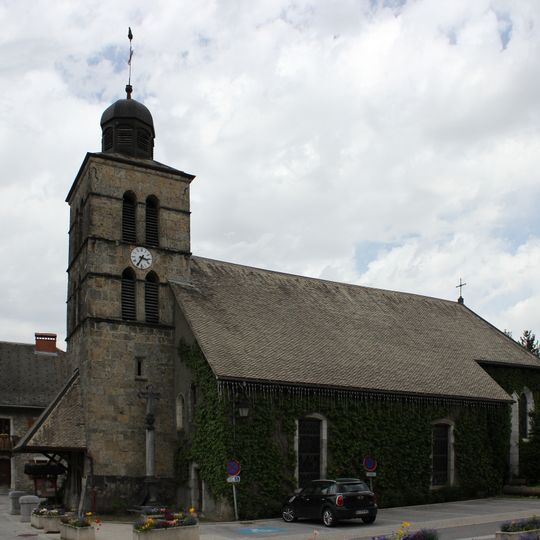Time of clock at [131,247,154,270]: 3:34
